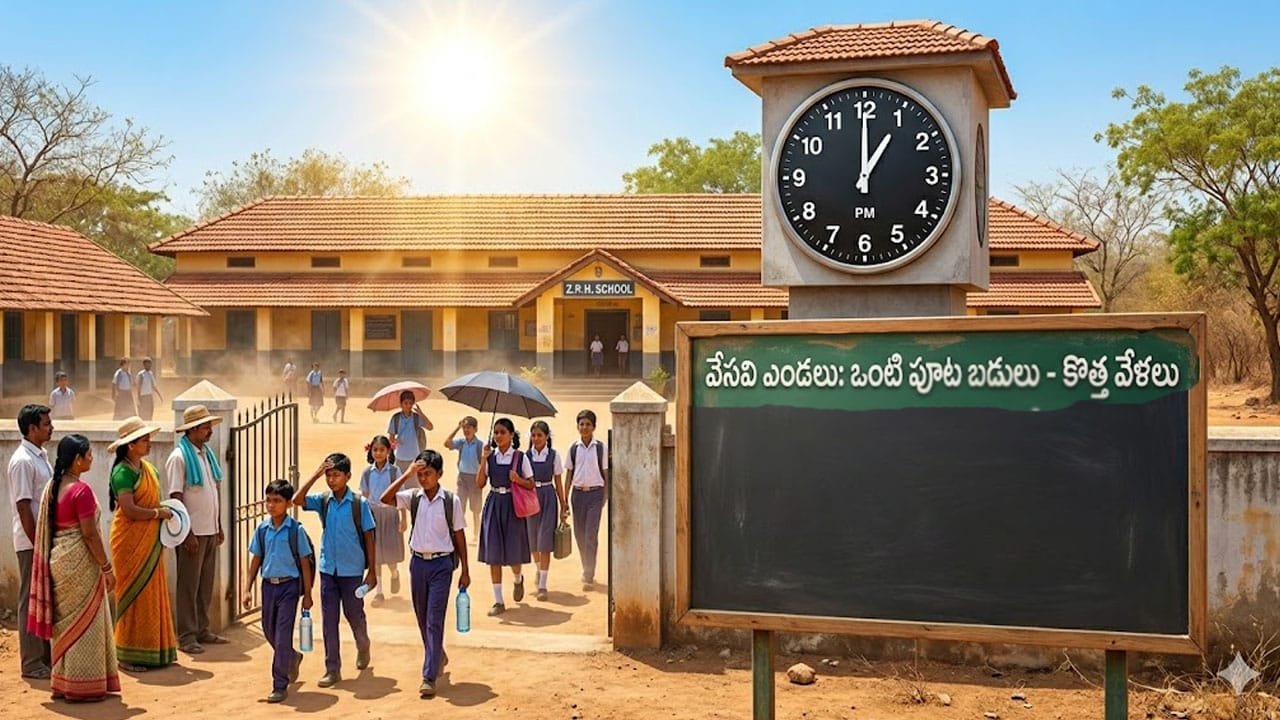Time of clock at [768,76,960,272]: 1:00
